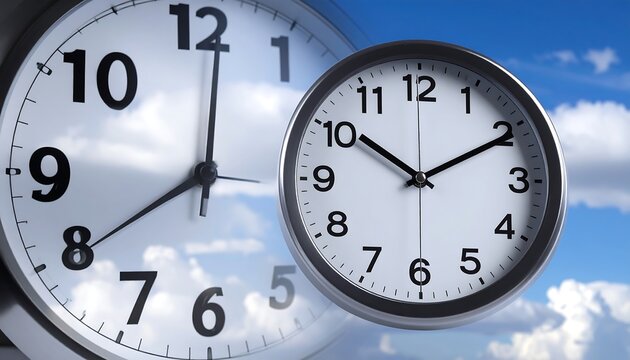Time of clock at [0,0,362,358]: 8:00
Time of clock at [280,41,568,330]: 10:10
